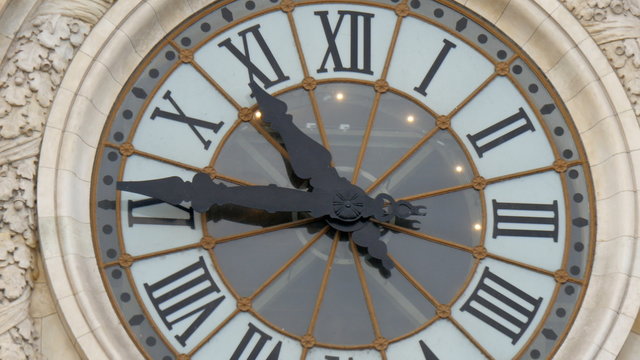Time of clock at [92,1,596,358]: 10:45
